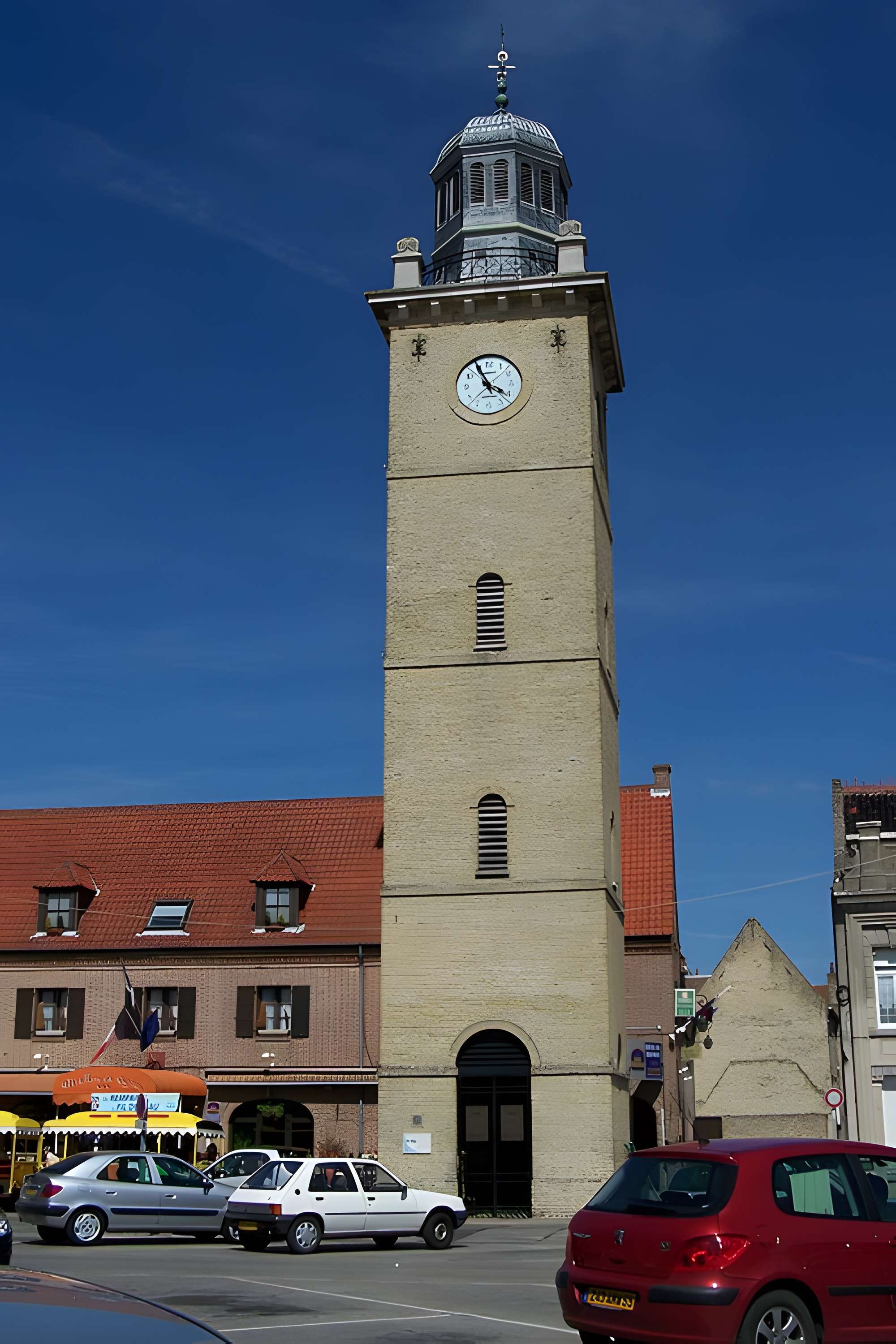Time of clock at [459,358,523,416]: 3:55
